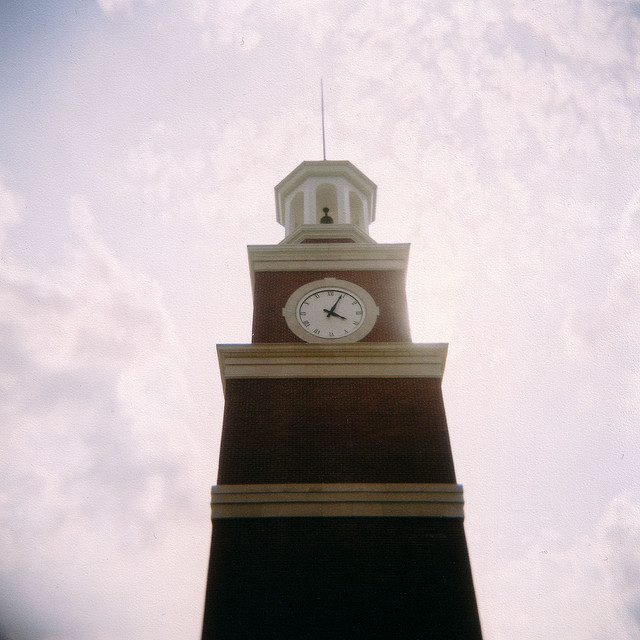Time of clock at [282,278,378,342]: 4:04
